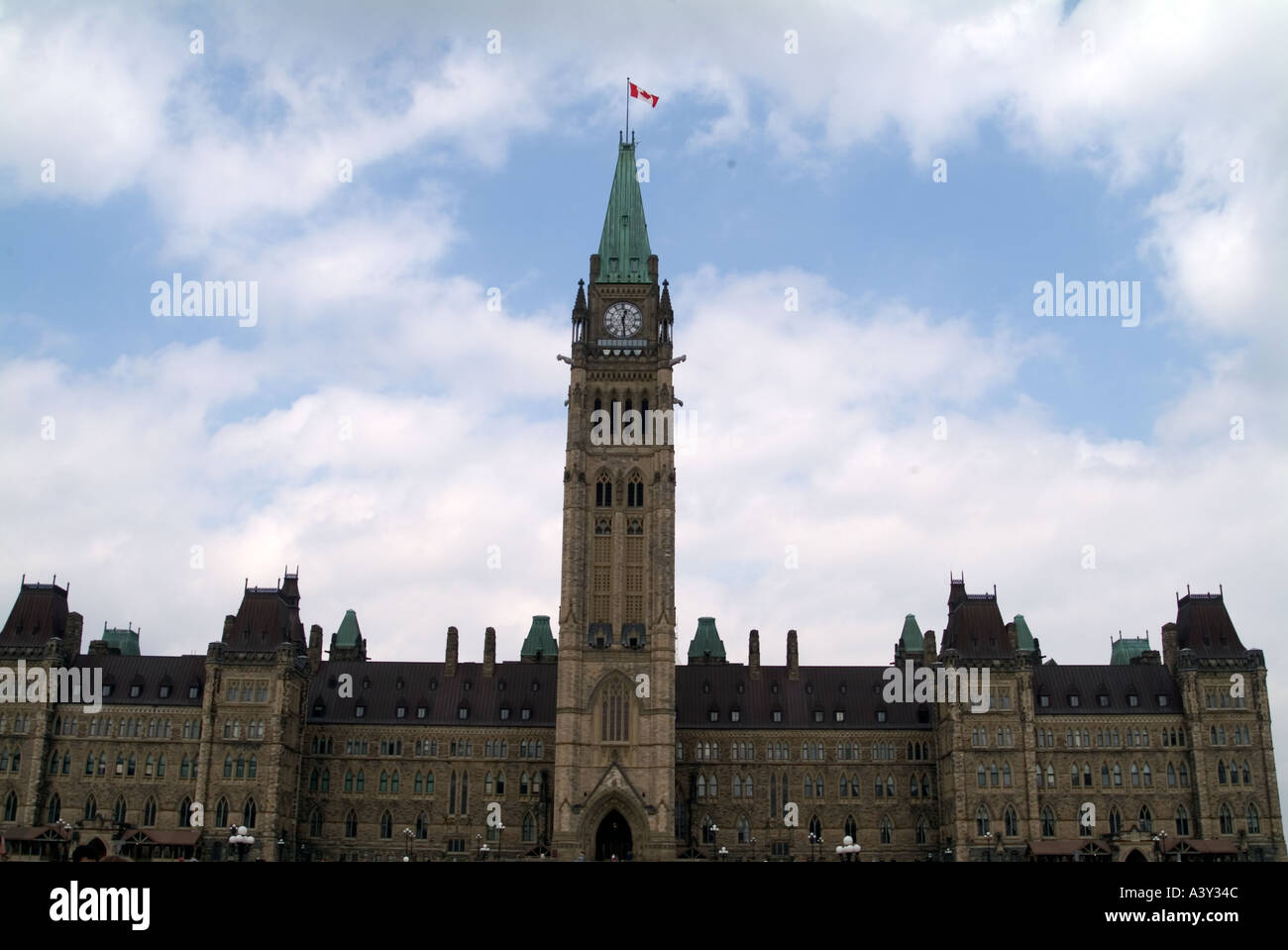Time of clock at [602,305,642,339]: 12:28
